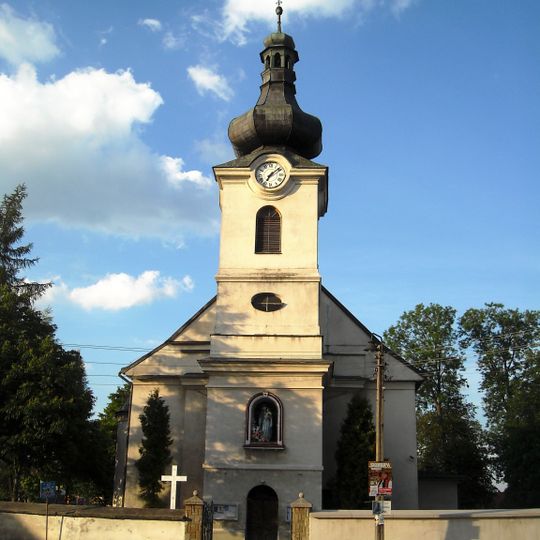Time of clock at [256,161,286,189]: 7:08
